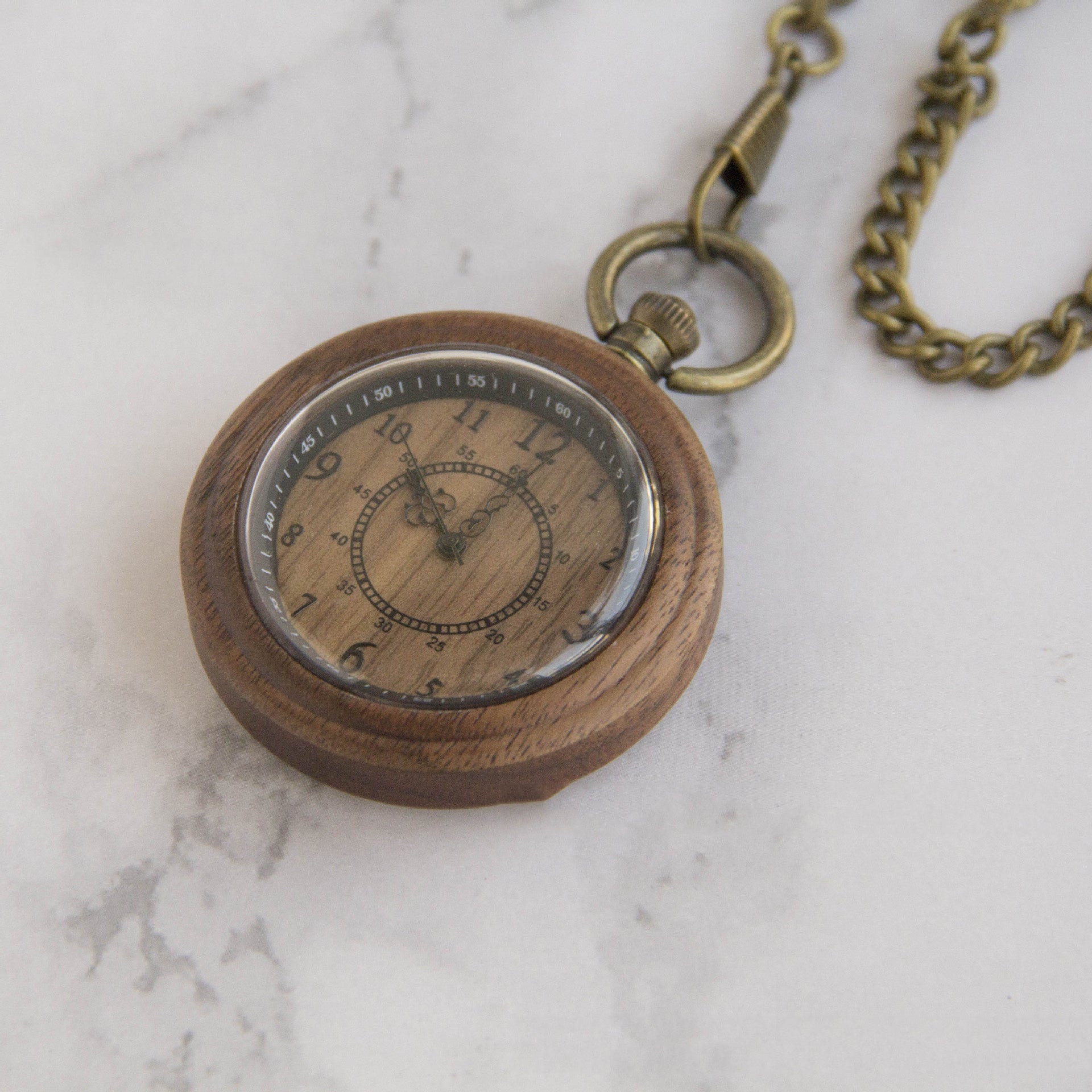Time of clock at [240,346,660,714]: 11:06
